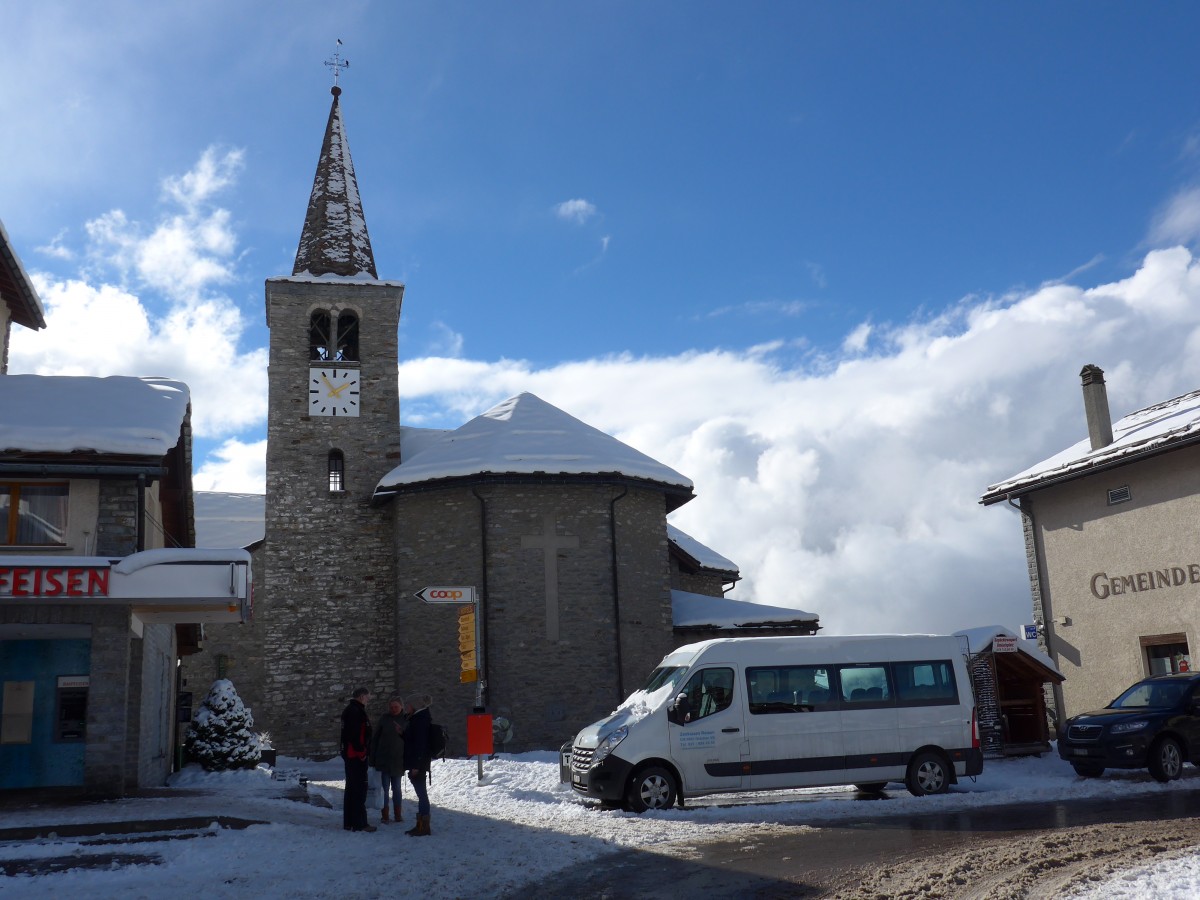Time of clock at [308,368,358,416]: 1:53
